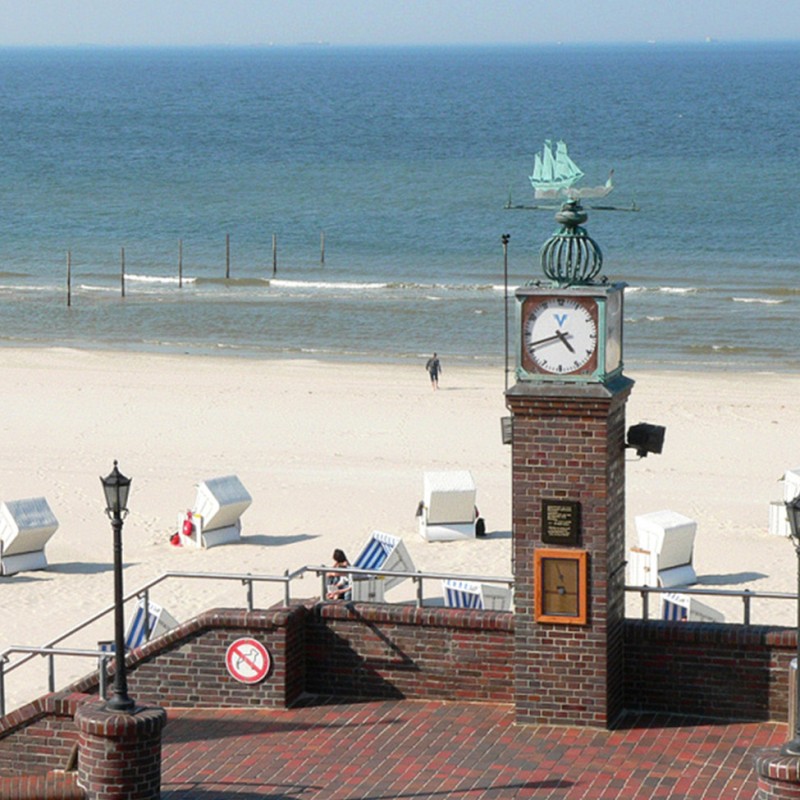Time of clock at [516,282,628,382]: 4:41
